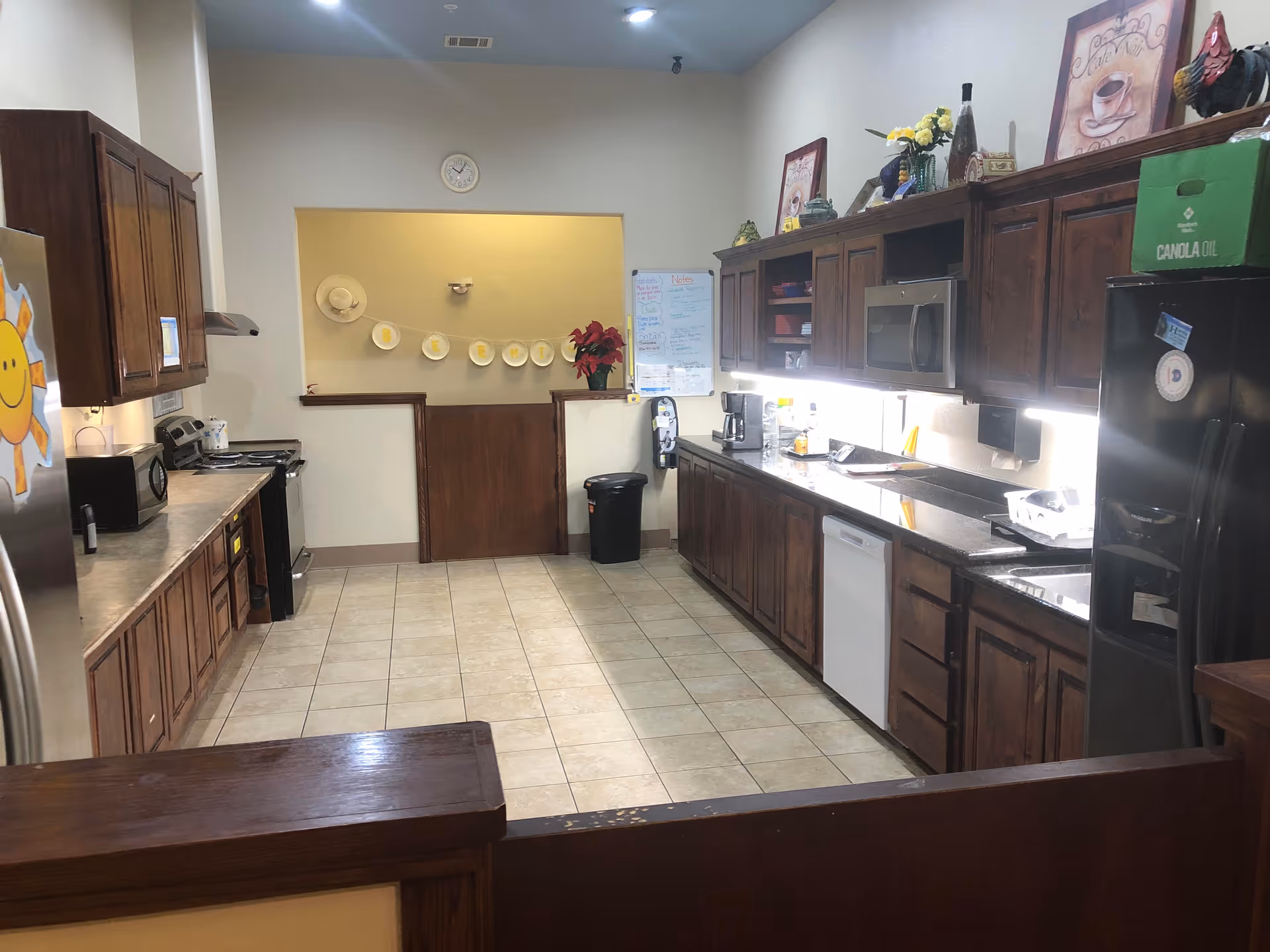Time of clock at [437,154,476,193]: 10:06
